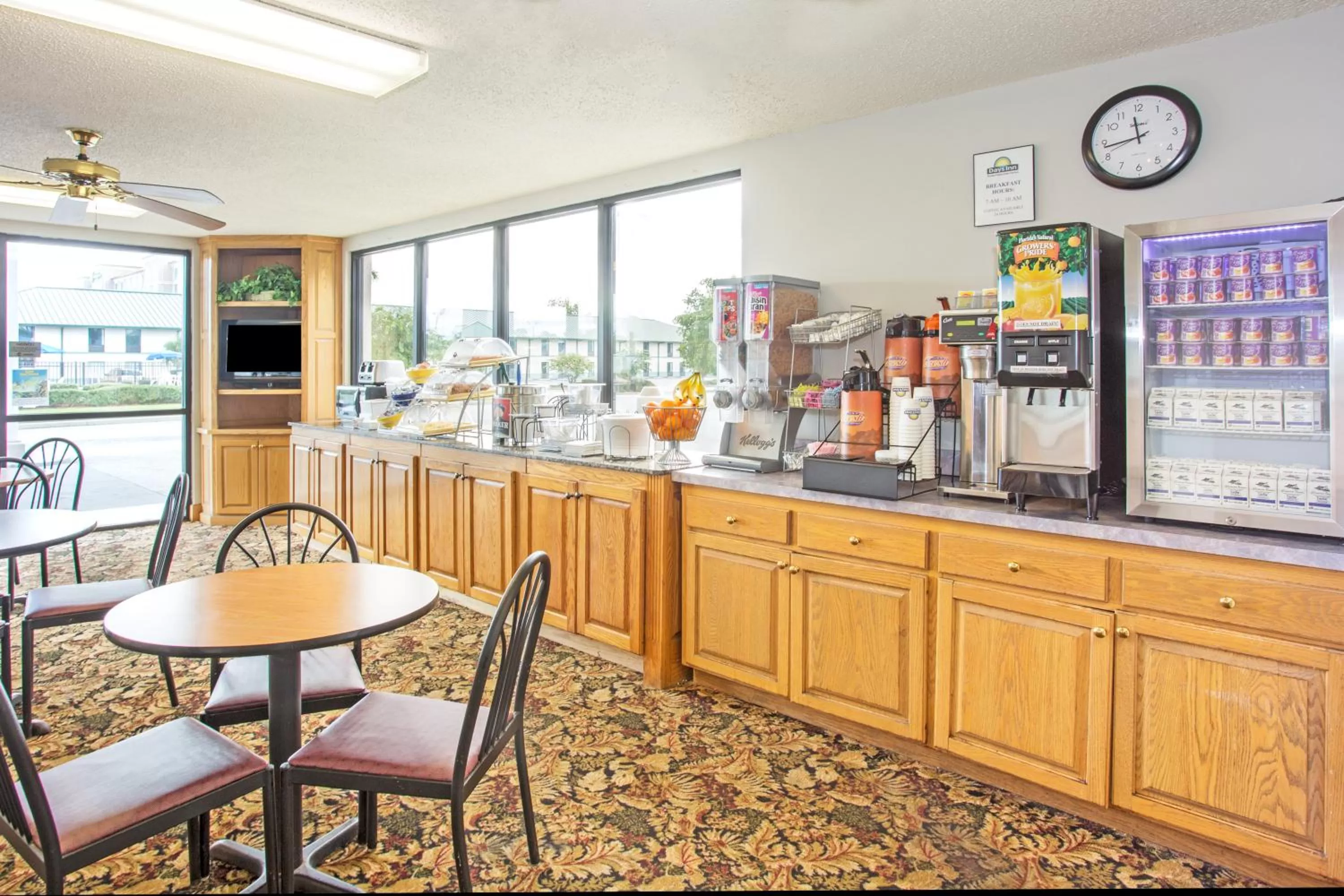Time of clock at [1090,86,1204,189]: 11:43
